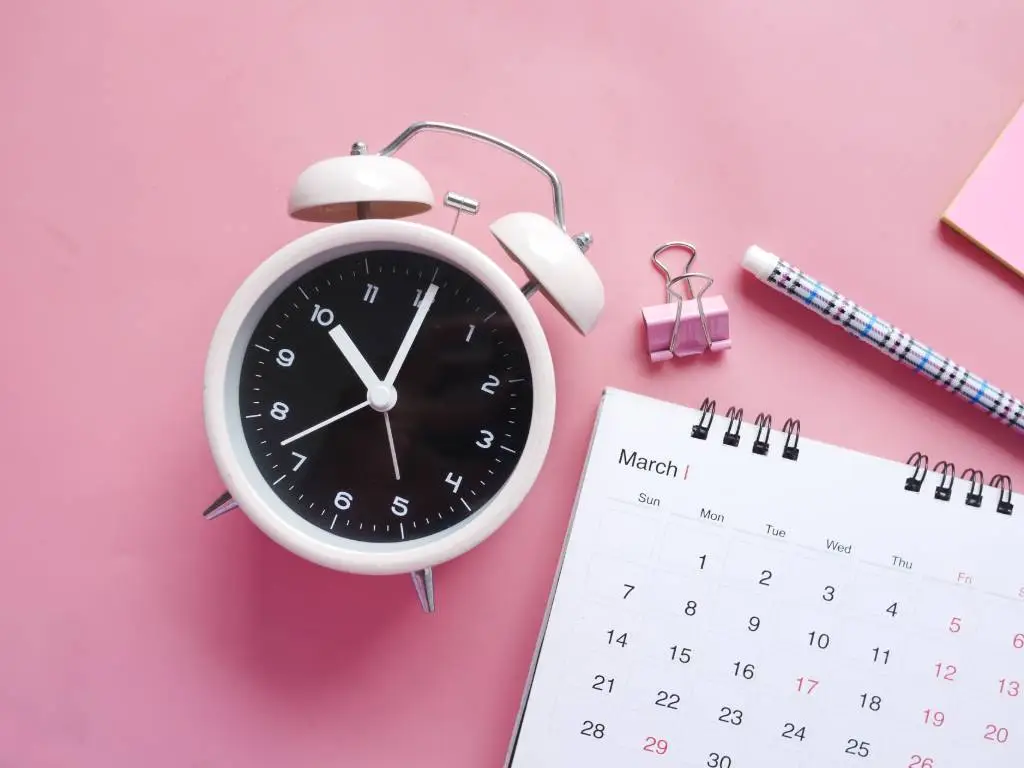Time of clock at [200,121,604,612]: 11:05
